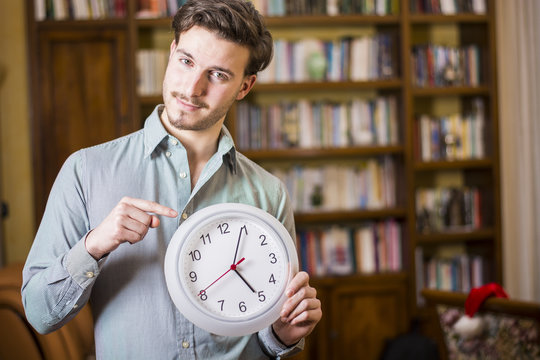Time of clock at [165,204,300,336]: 5:04
